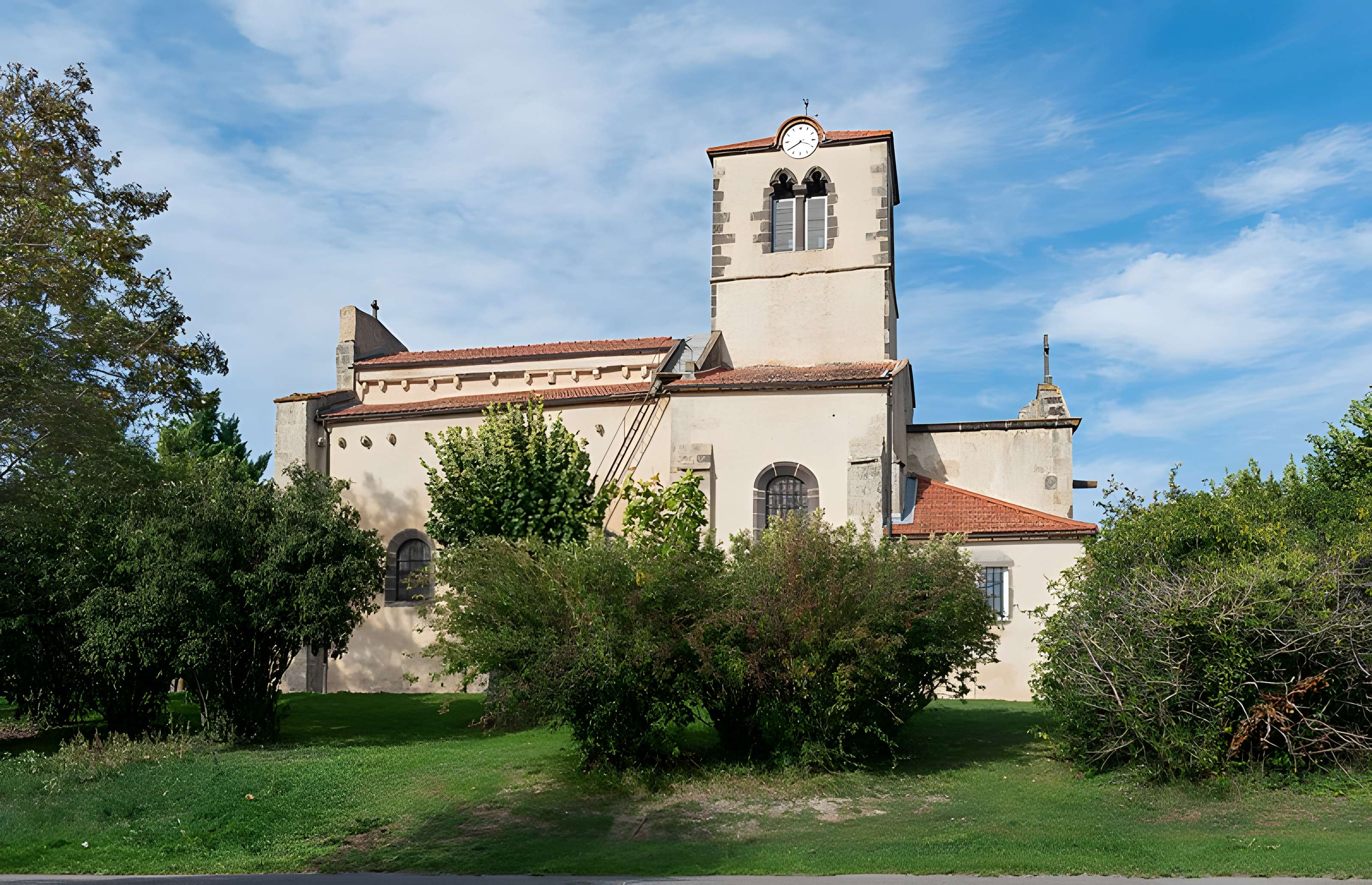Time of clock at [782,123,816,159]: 3:39
